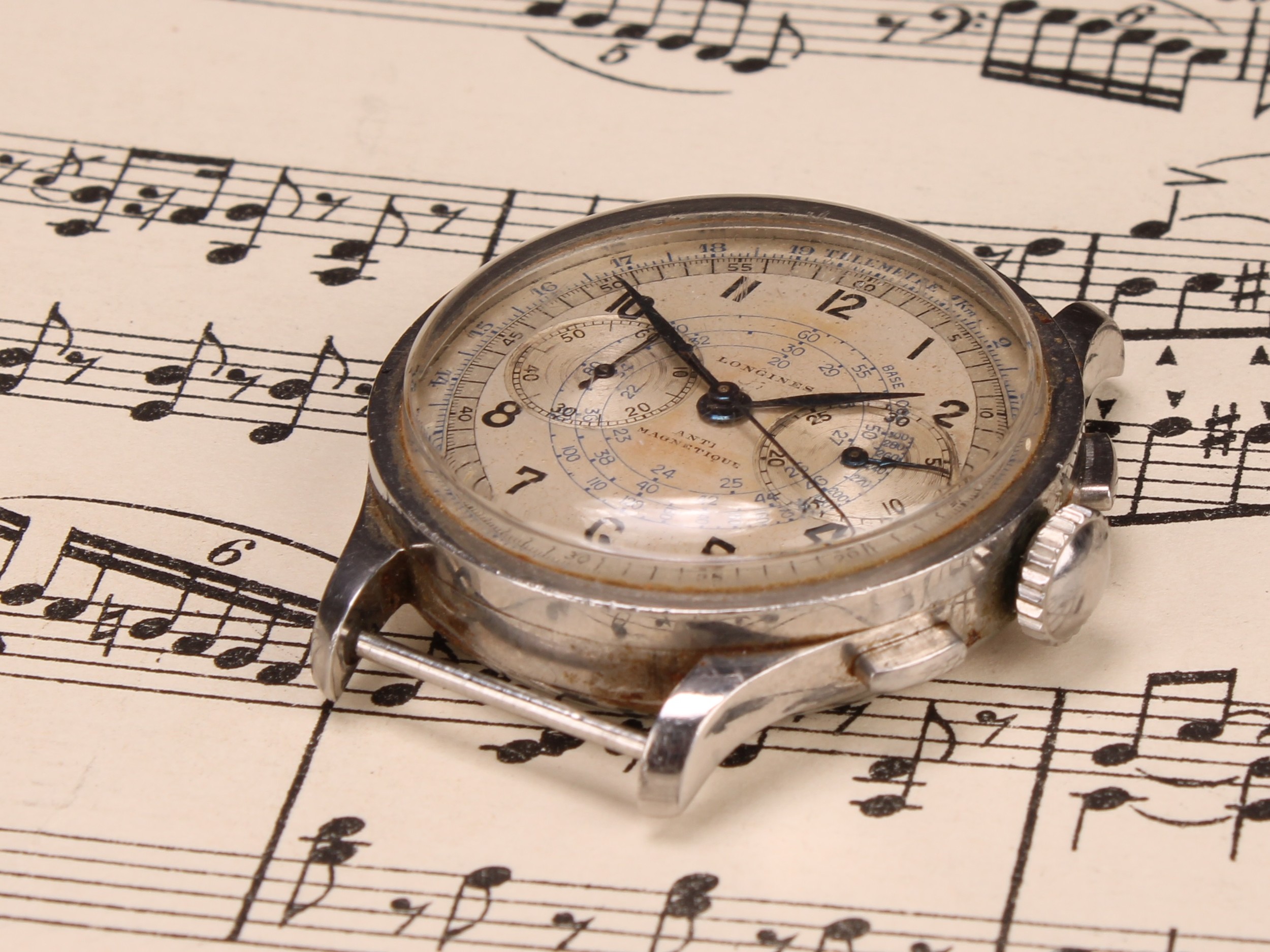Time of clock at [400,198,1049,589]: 2:55
